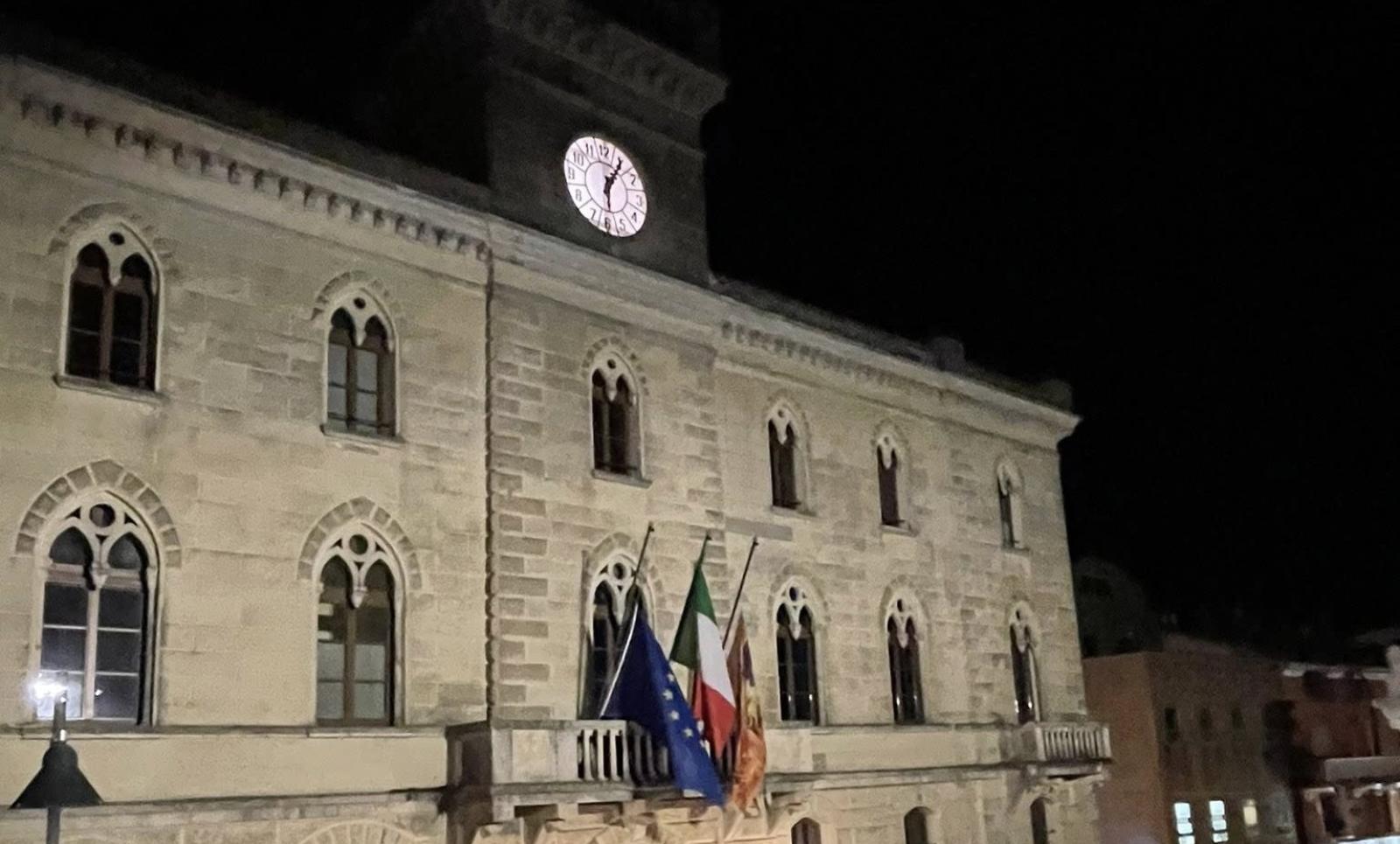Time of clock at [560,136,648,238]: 6:05
